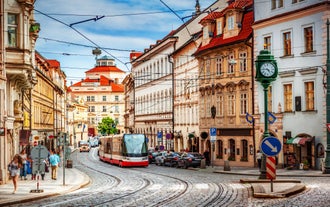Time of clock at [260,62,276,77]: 4:46
